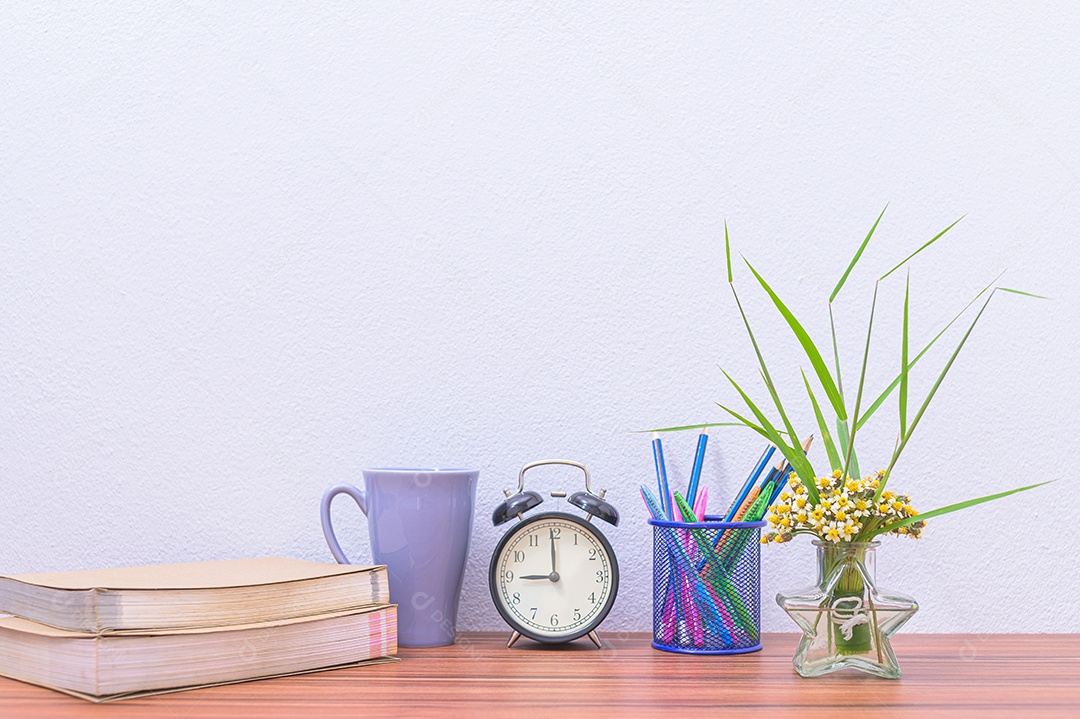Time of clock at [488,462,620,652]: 8:59
